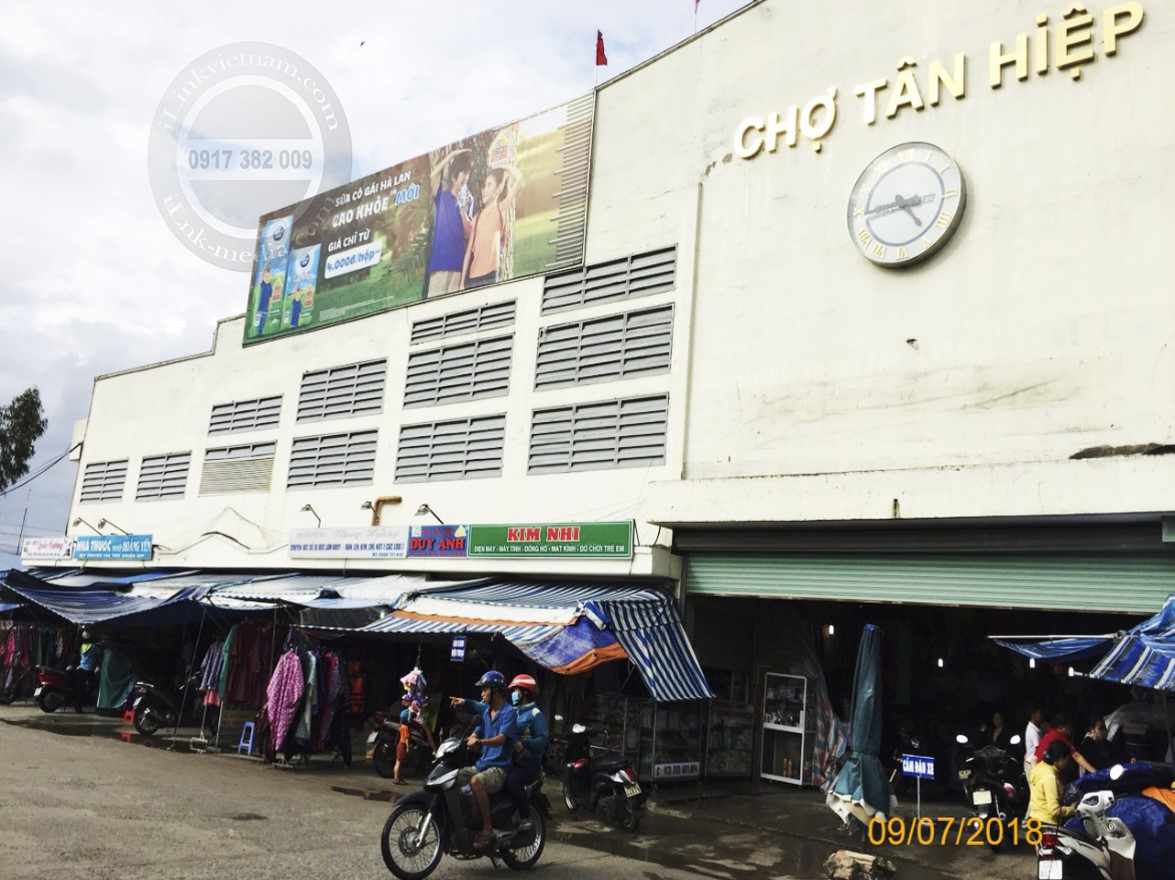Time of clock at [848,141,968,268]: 4:44
